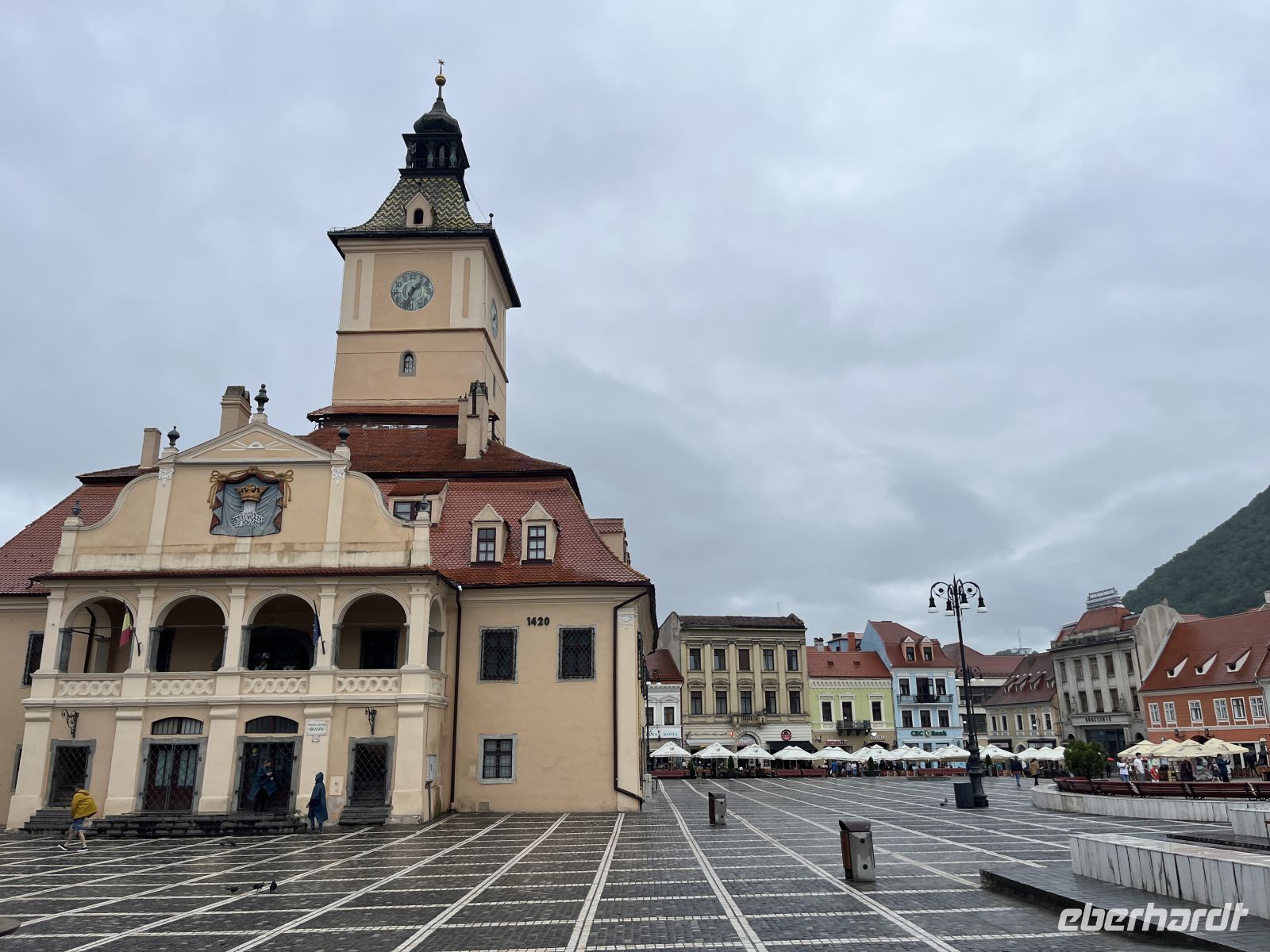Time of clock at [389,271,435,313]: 1:33
